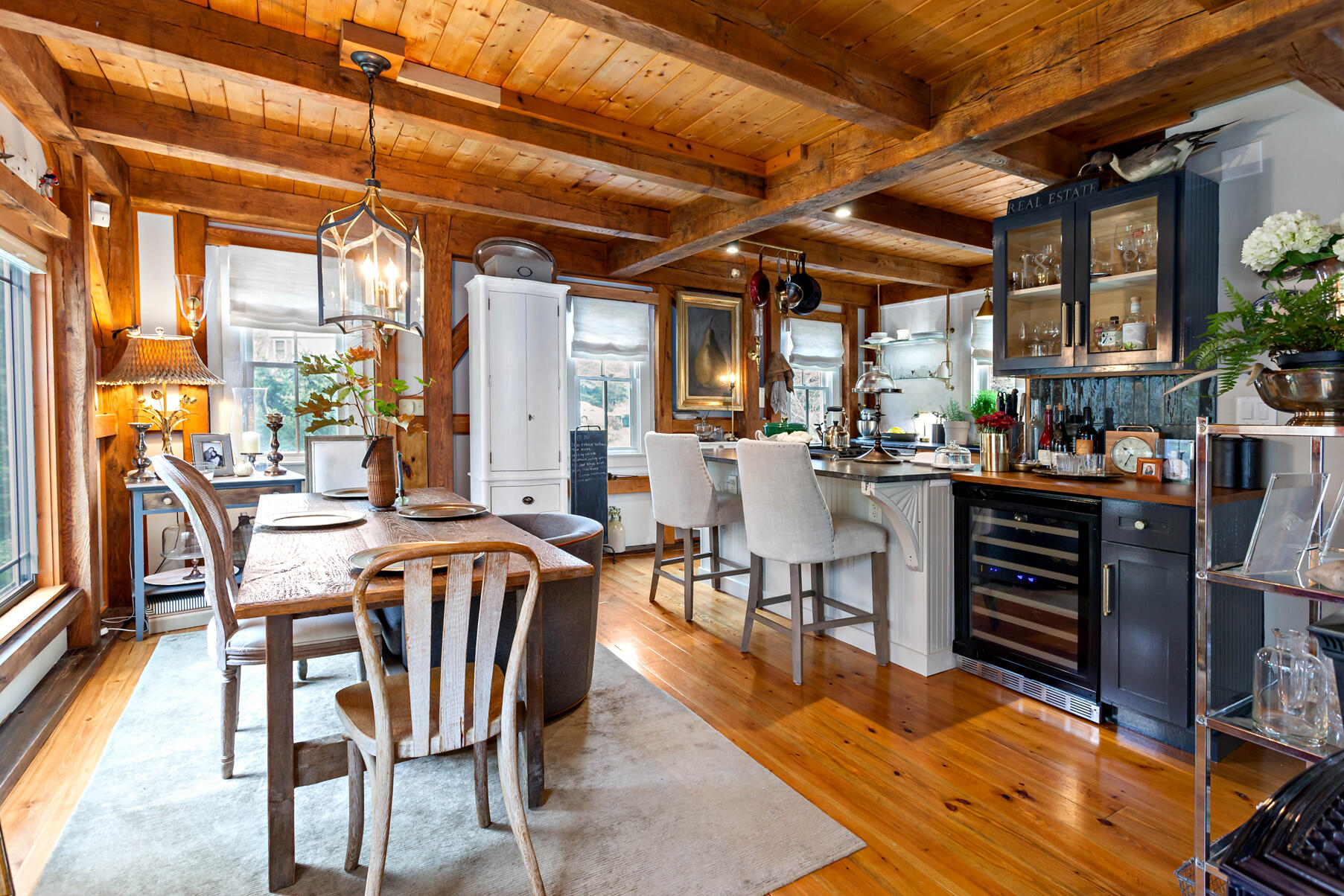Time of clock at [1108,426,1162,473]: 10:35
